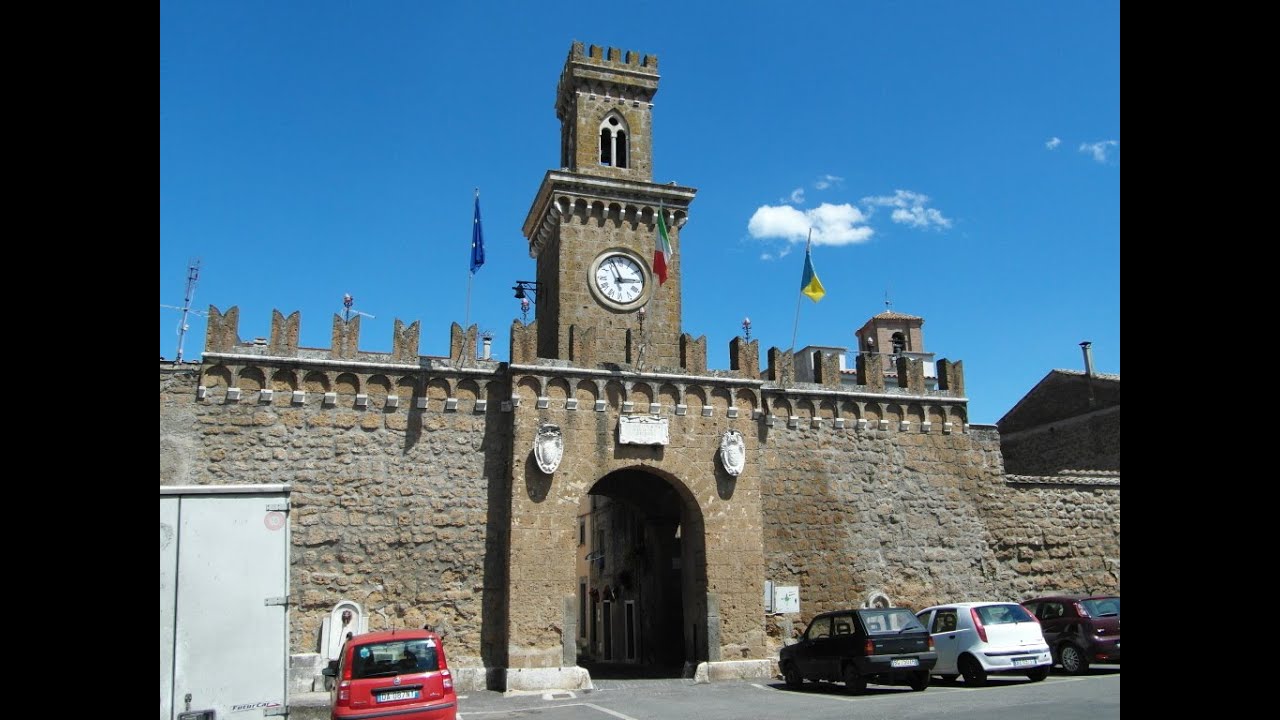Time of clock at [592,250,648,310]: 2:56
